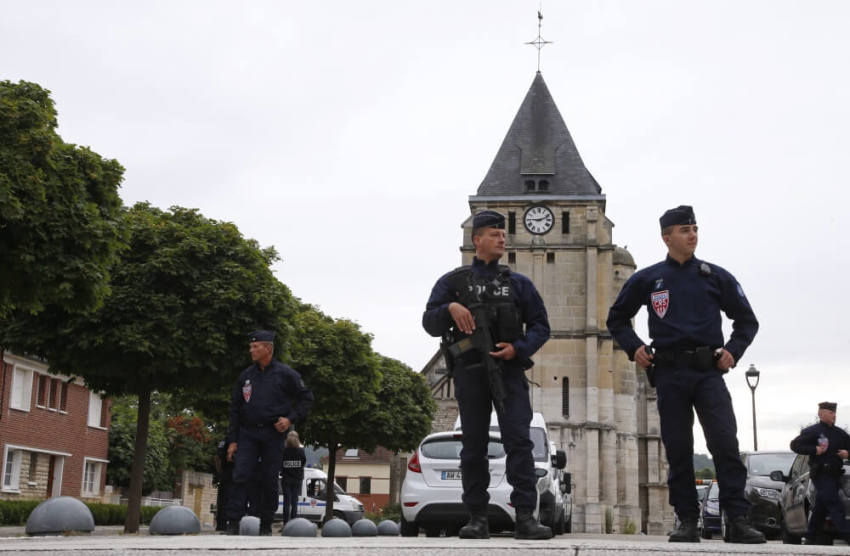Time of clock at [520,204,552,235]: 9:11
